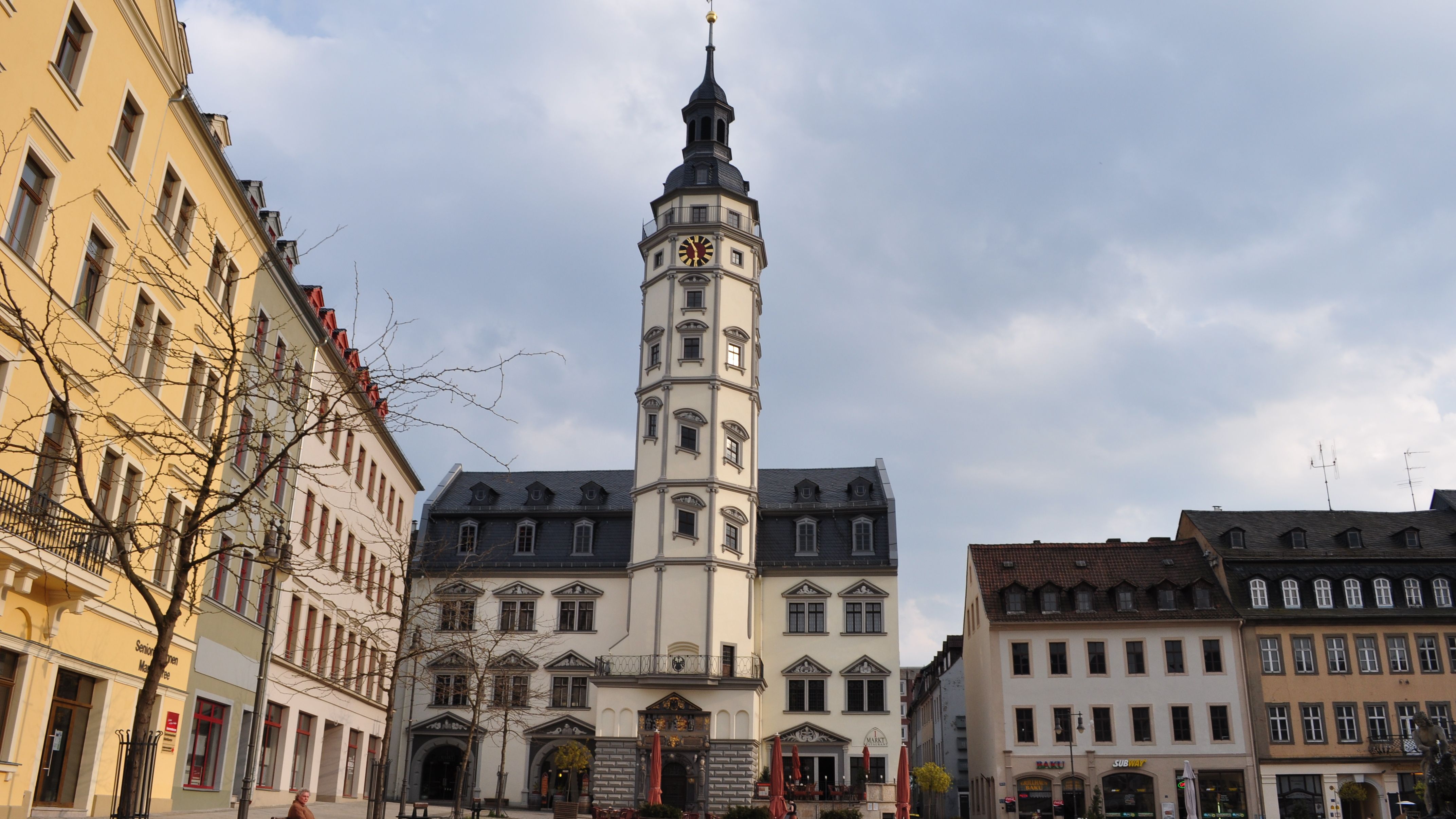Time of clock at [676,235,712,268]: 5:55
